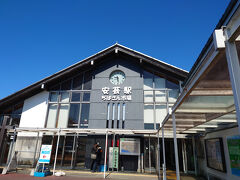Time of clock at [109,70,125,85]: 9:28
